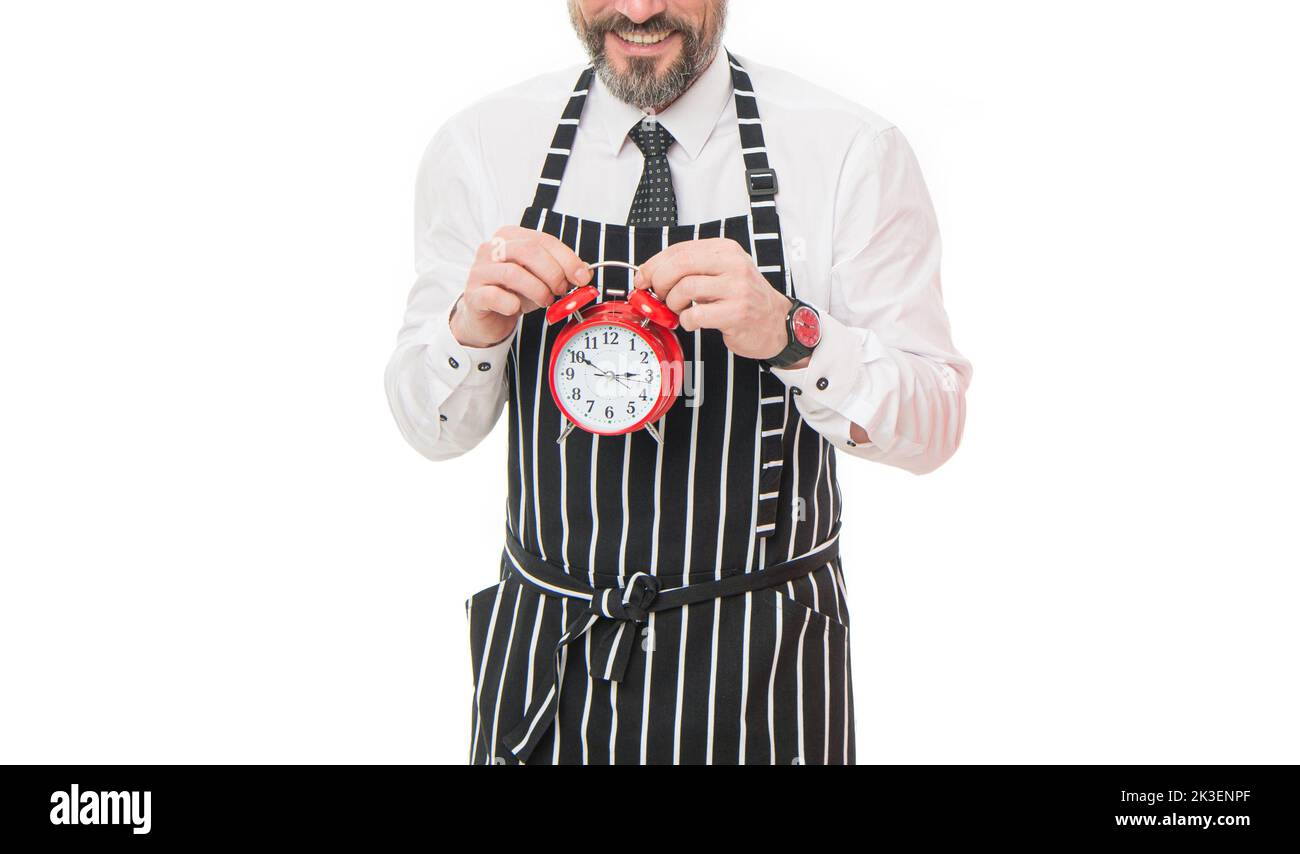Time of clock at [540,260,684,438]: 2:50
